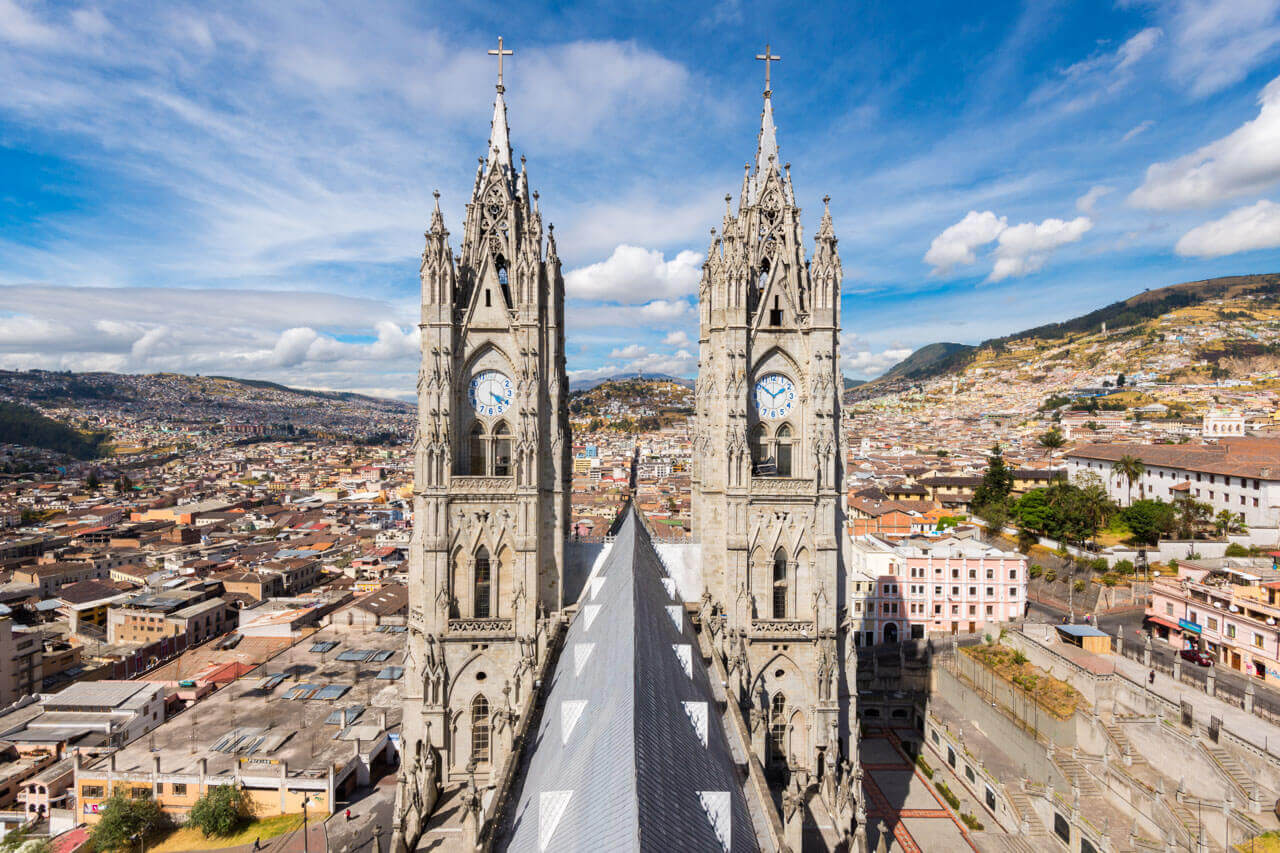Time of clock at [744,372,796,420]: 1:51
